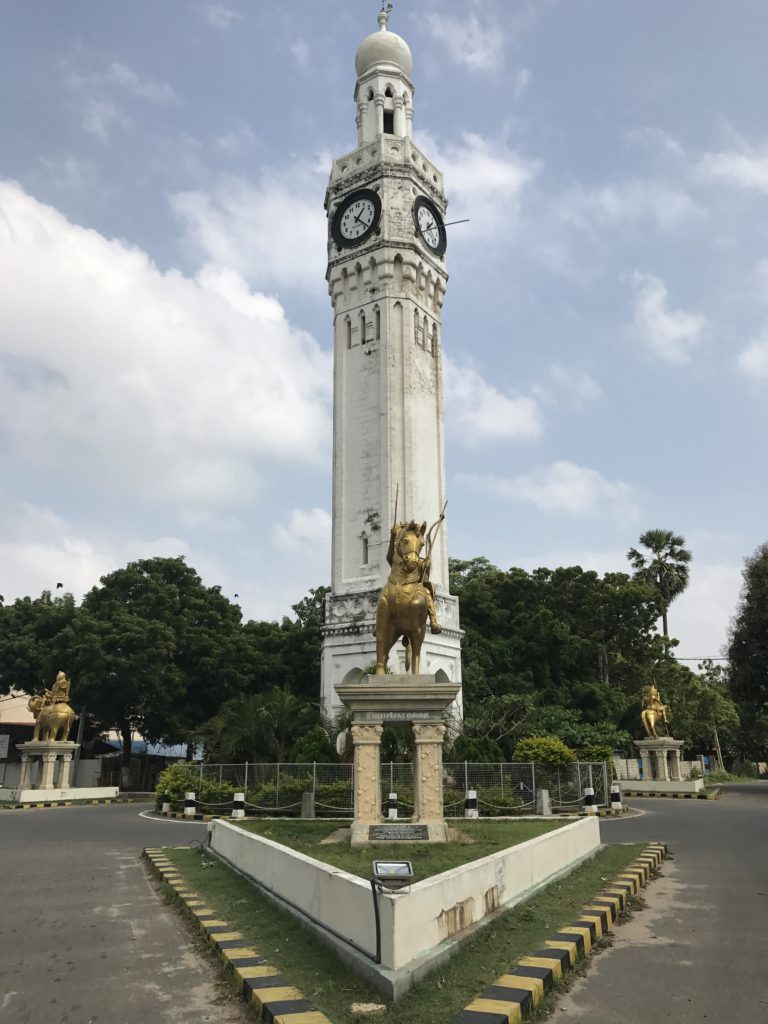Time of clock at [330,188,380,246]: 1:22
